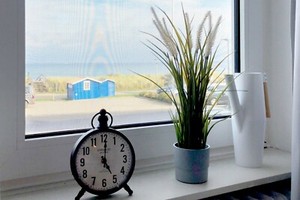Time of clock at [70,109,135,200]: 5:00
